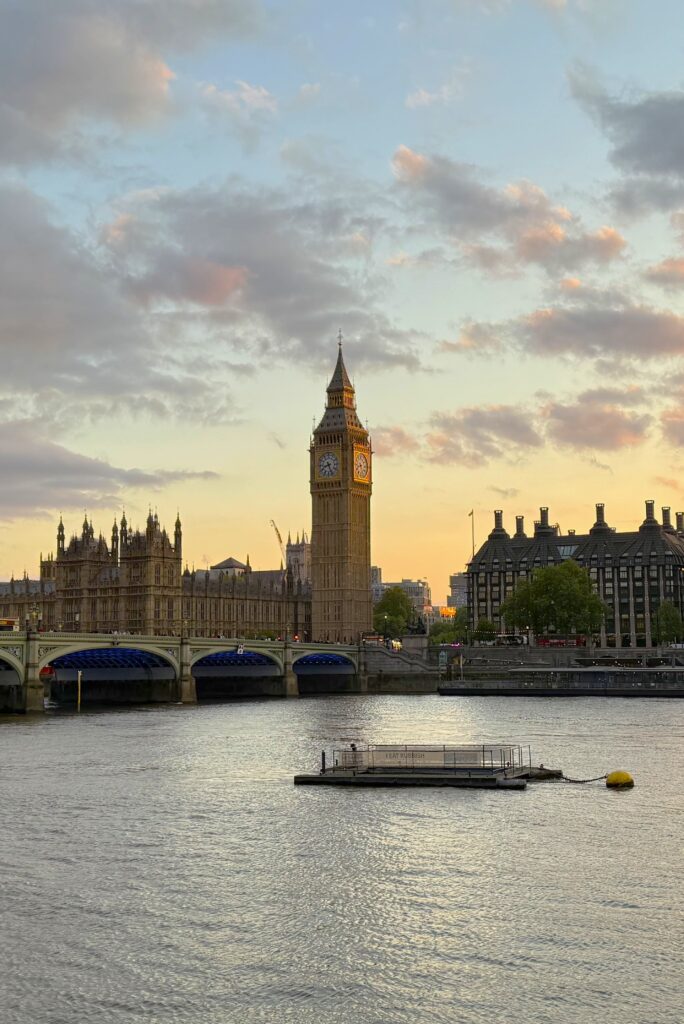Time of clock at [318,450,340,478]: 8:26
